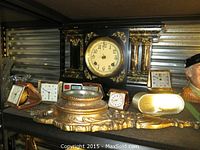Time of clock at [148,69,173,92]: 11:49
